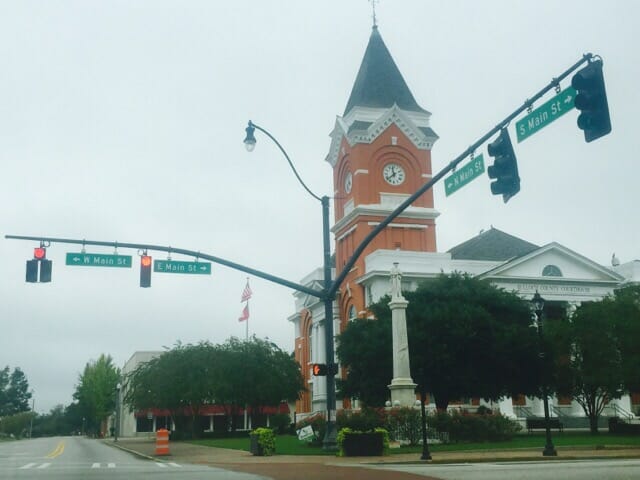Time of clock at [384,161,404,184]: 11:38
